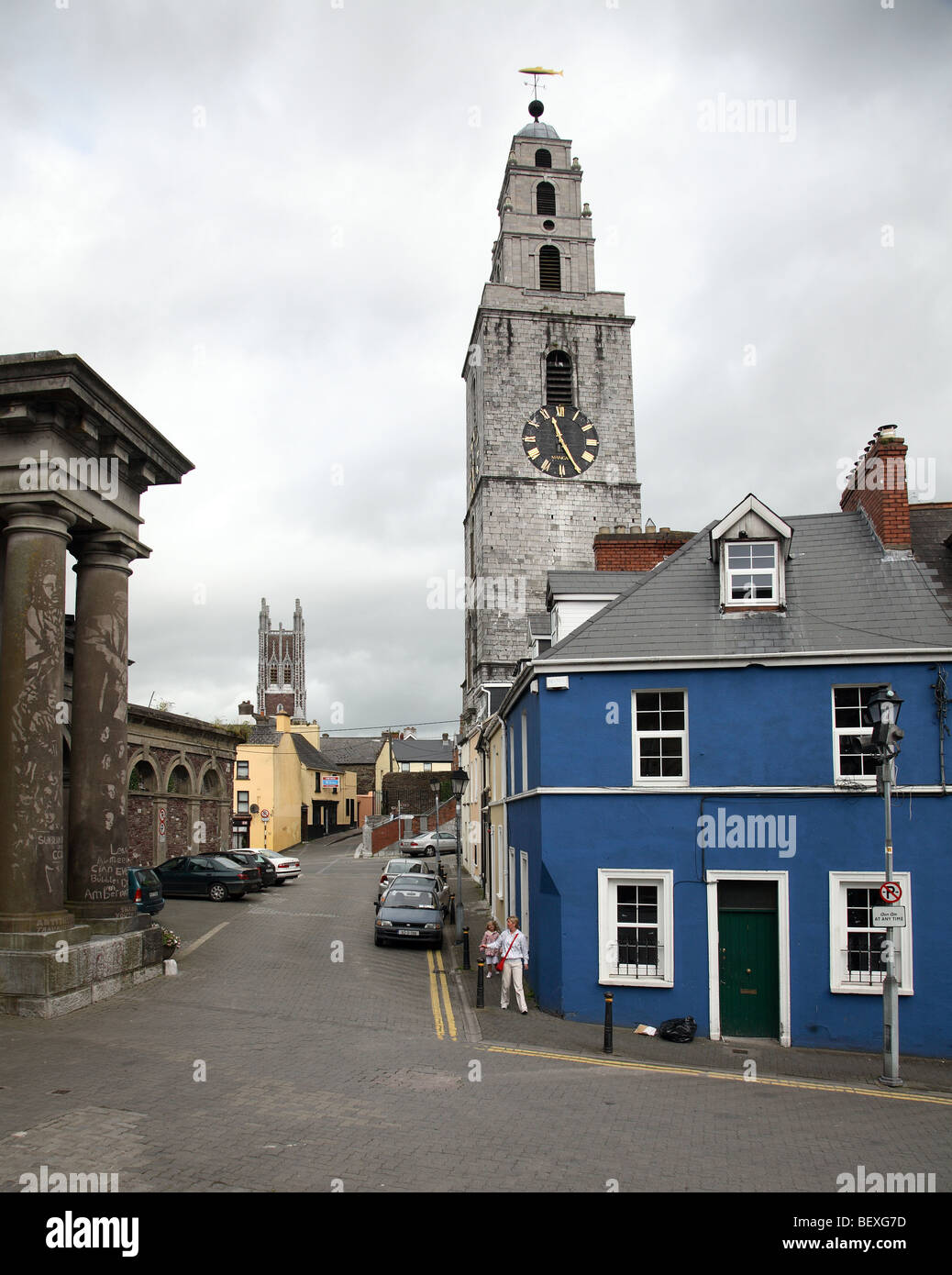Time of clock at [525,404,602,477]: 11:25
